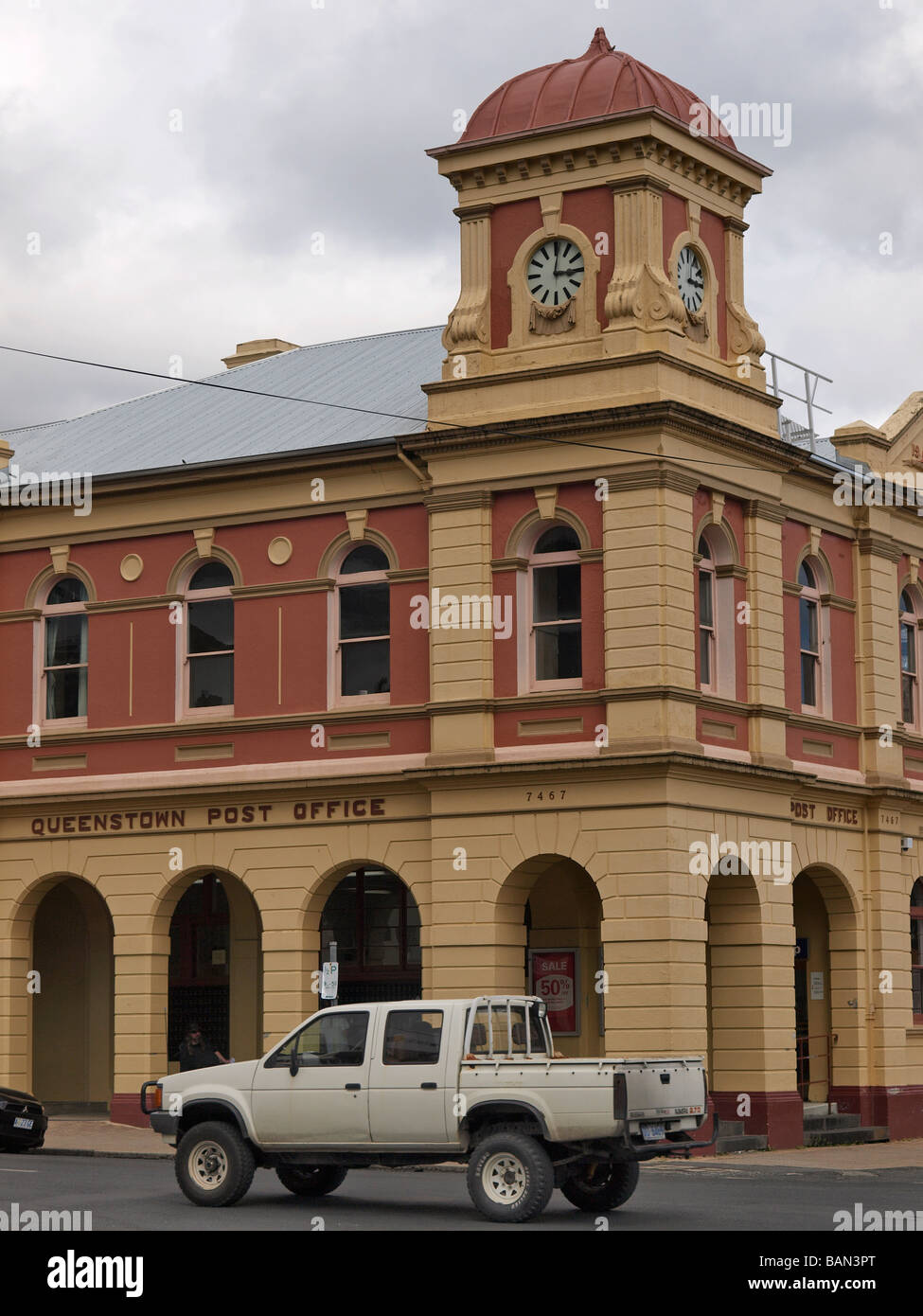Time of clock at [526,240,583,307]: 3:01
